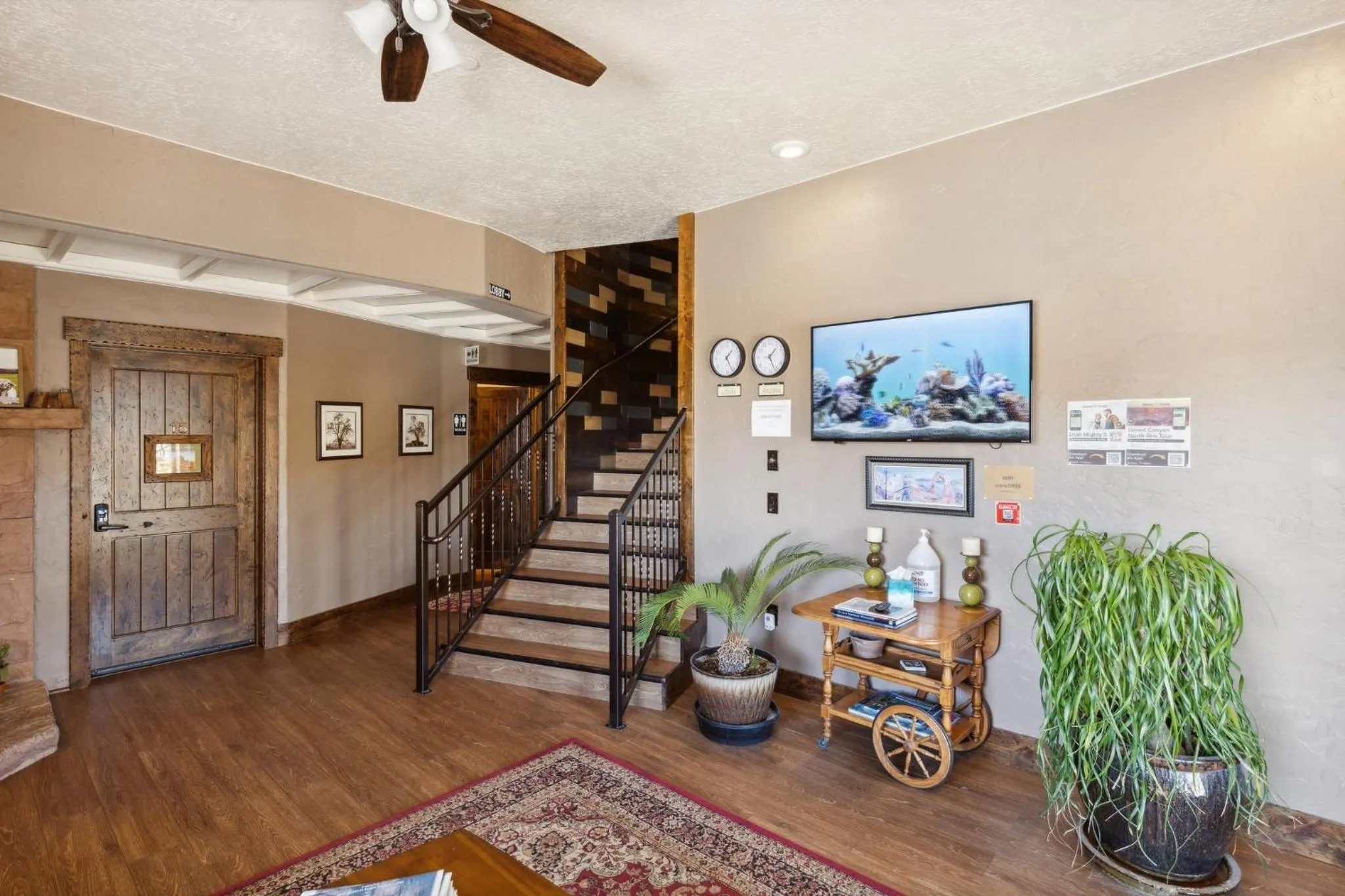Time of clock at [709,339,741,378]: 1:24
